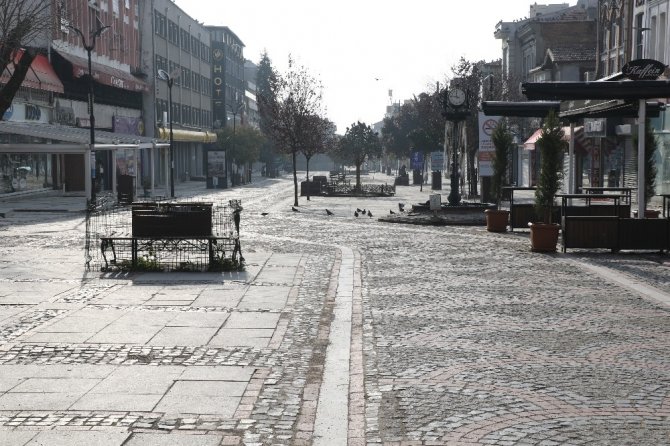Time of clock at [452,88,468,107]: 11:46
